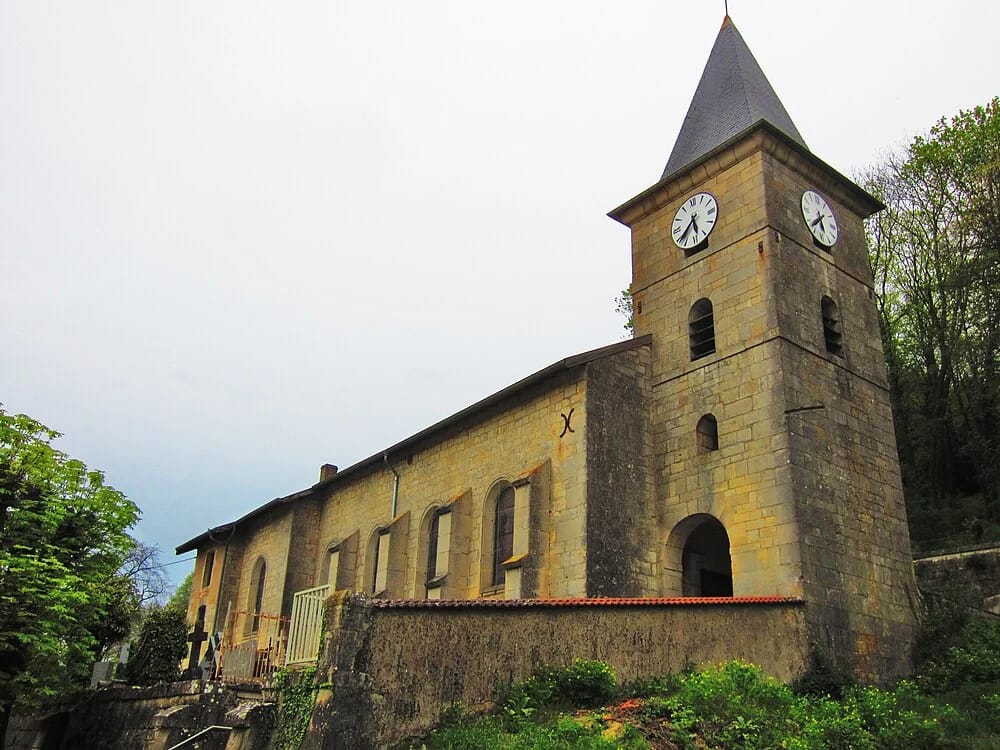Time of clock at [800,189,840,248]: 5:37
